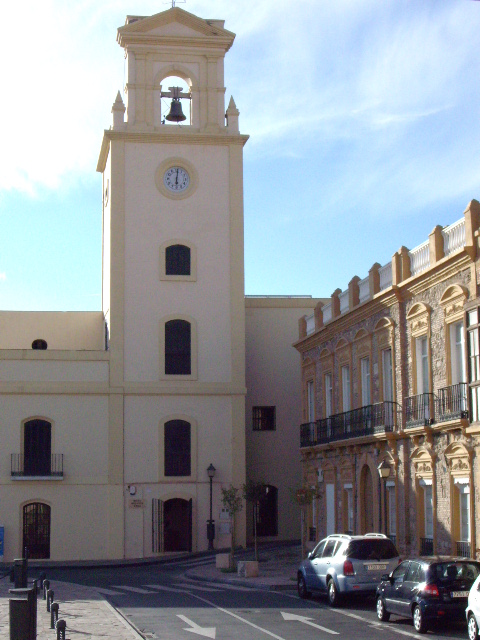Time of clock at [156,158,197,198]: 6:01
